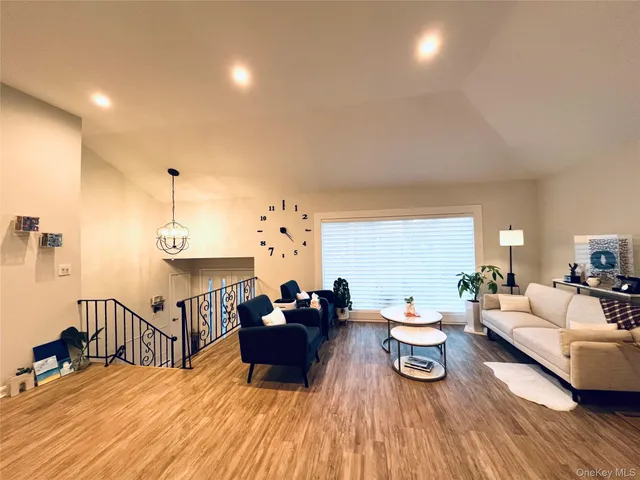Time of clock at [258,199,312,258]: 4:22
